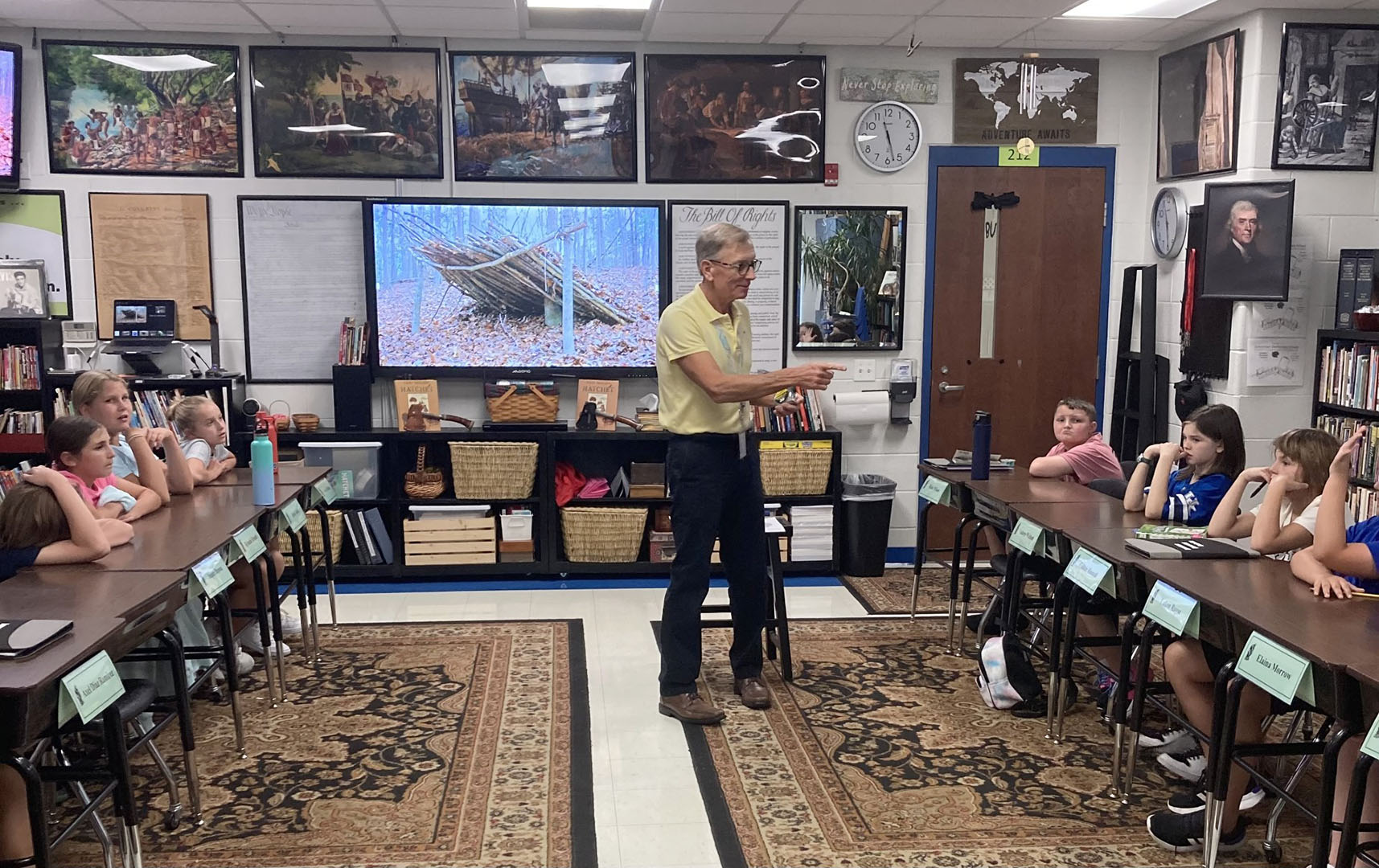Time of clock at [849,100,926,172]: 11:27
